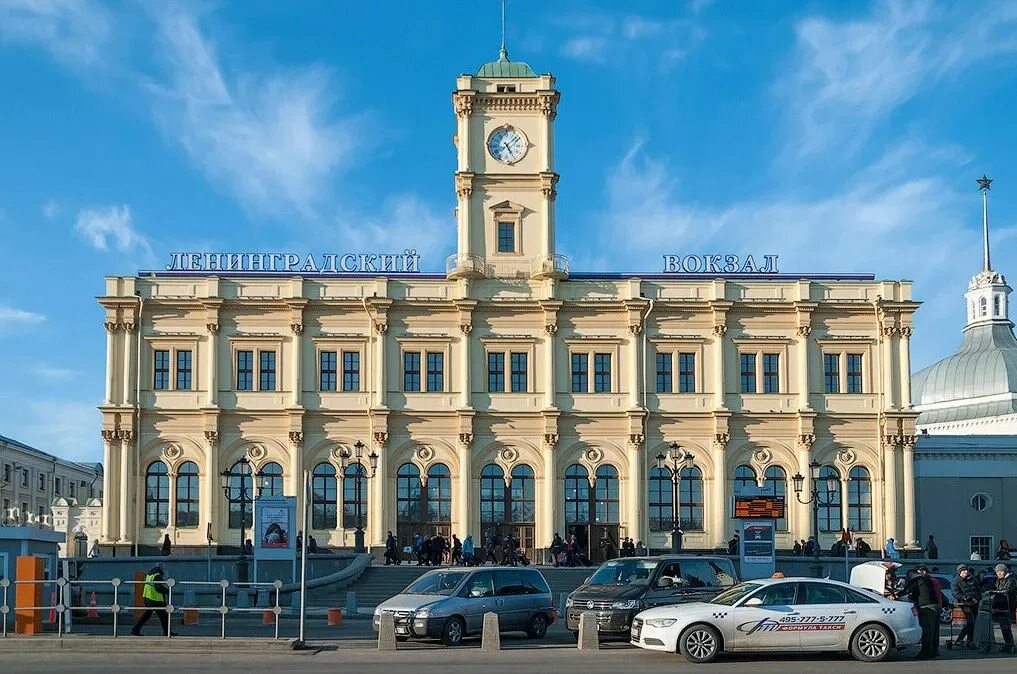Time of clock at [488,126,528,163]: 5:08
